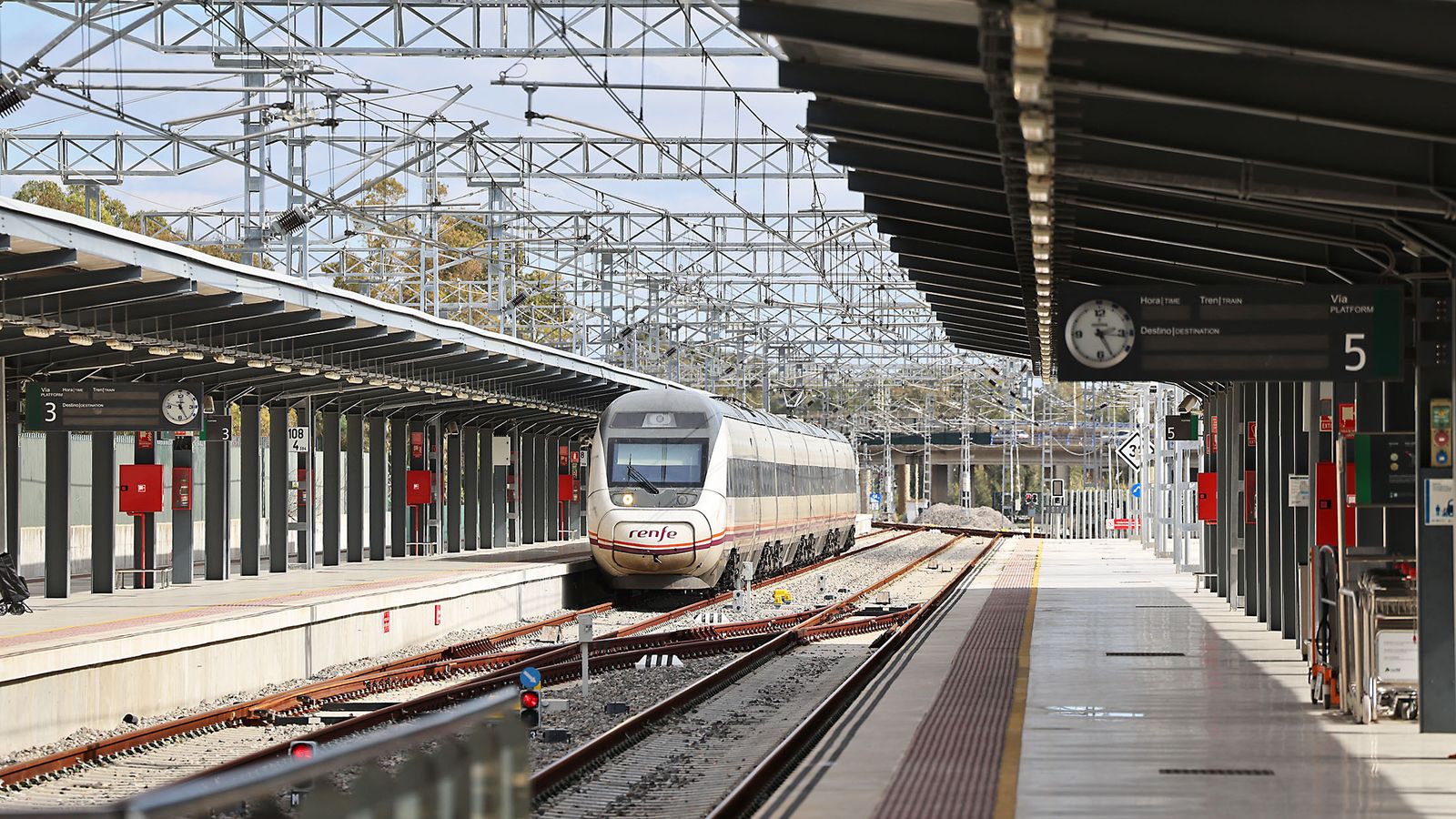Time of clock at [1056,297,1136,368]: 3:25
